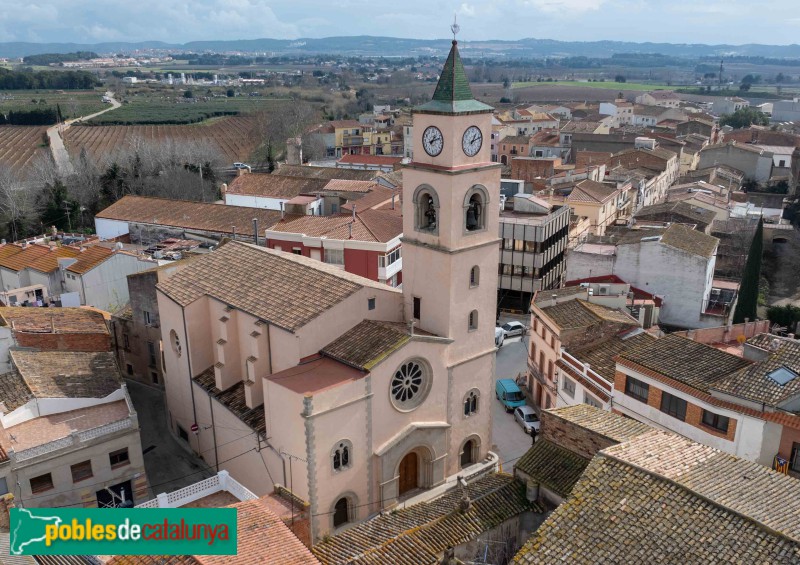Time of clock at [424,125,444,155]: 1:11
